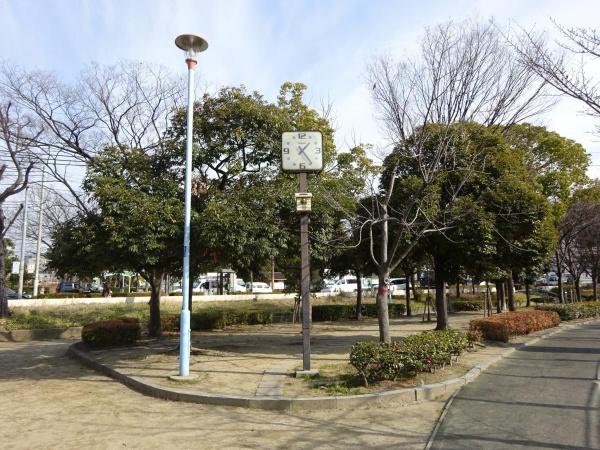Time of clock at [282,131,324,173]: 1:24
